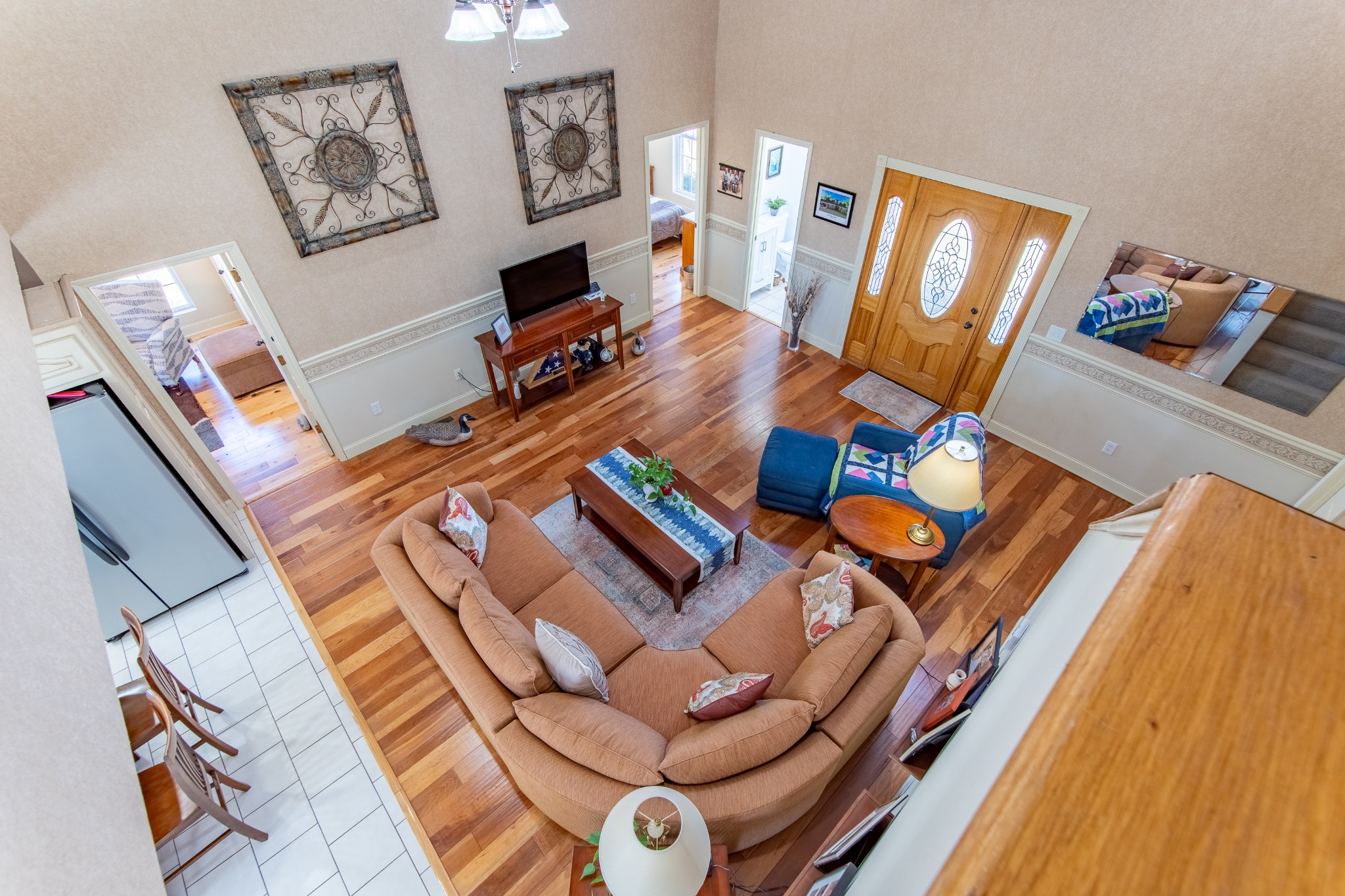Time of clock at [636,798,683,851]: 1:49
